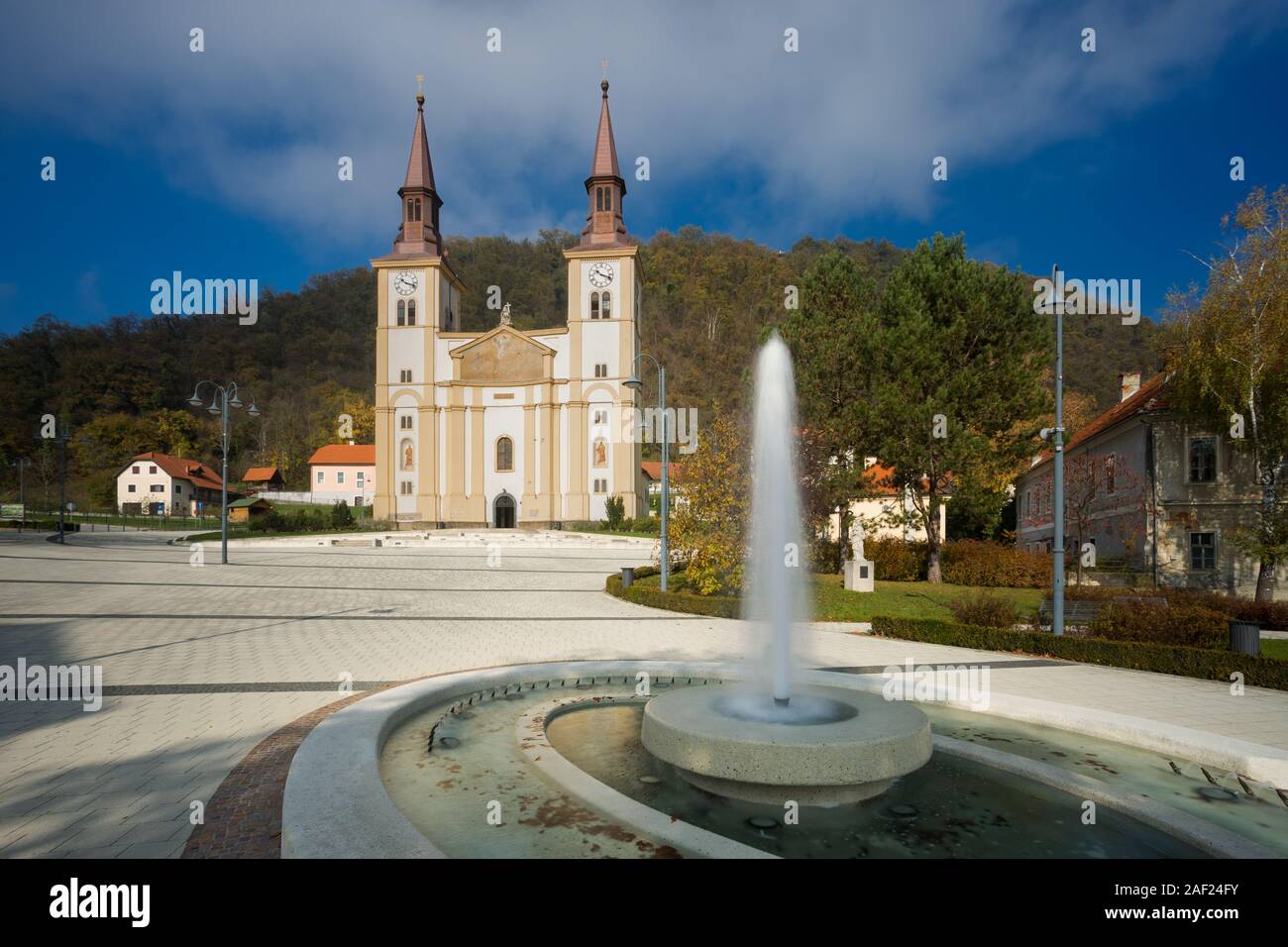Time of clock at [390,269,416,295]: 10:17
